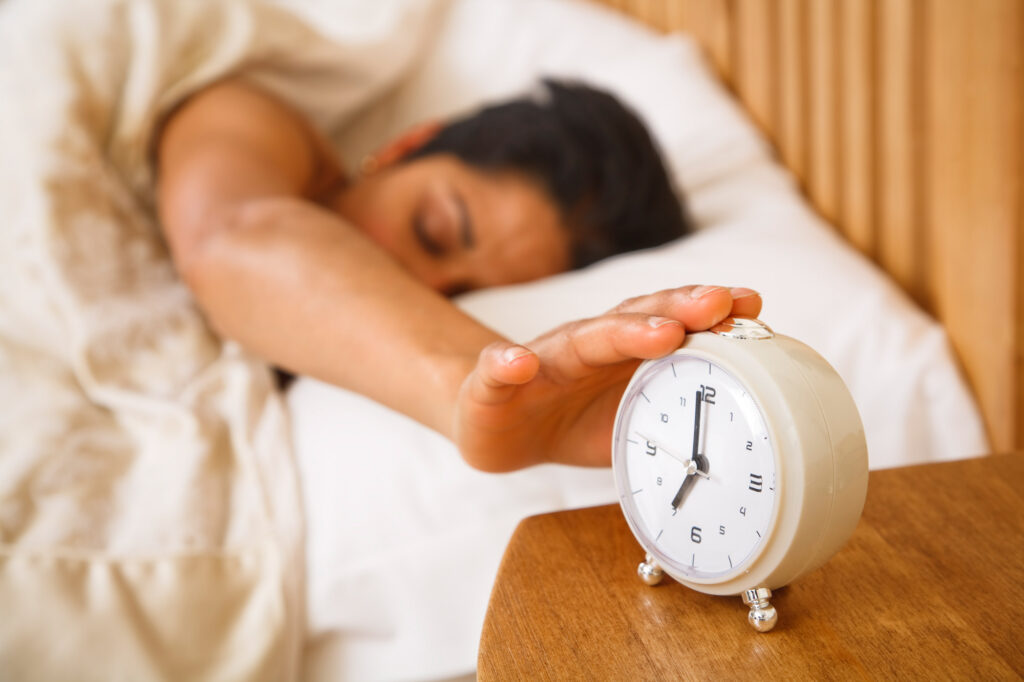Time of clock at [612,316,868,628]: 6:58
